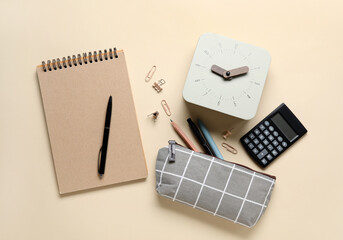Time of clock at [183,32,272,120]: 9:10
